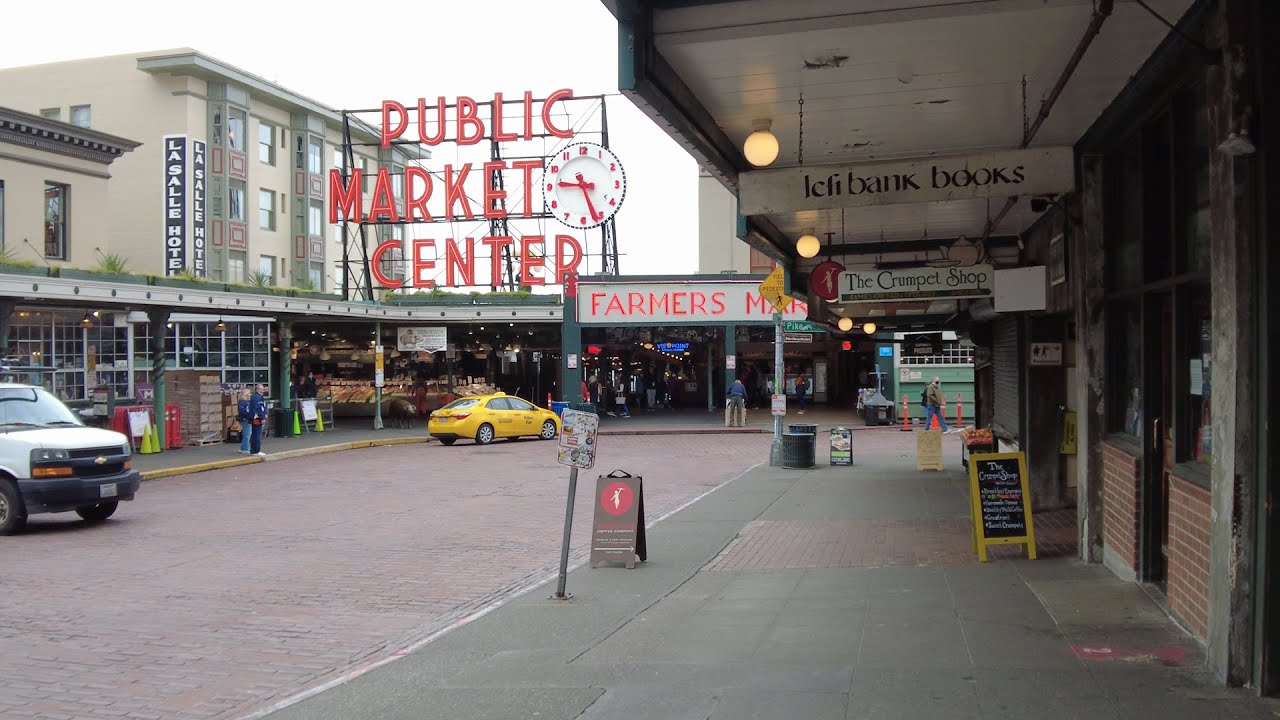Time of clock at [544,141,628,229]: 9:26
